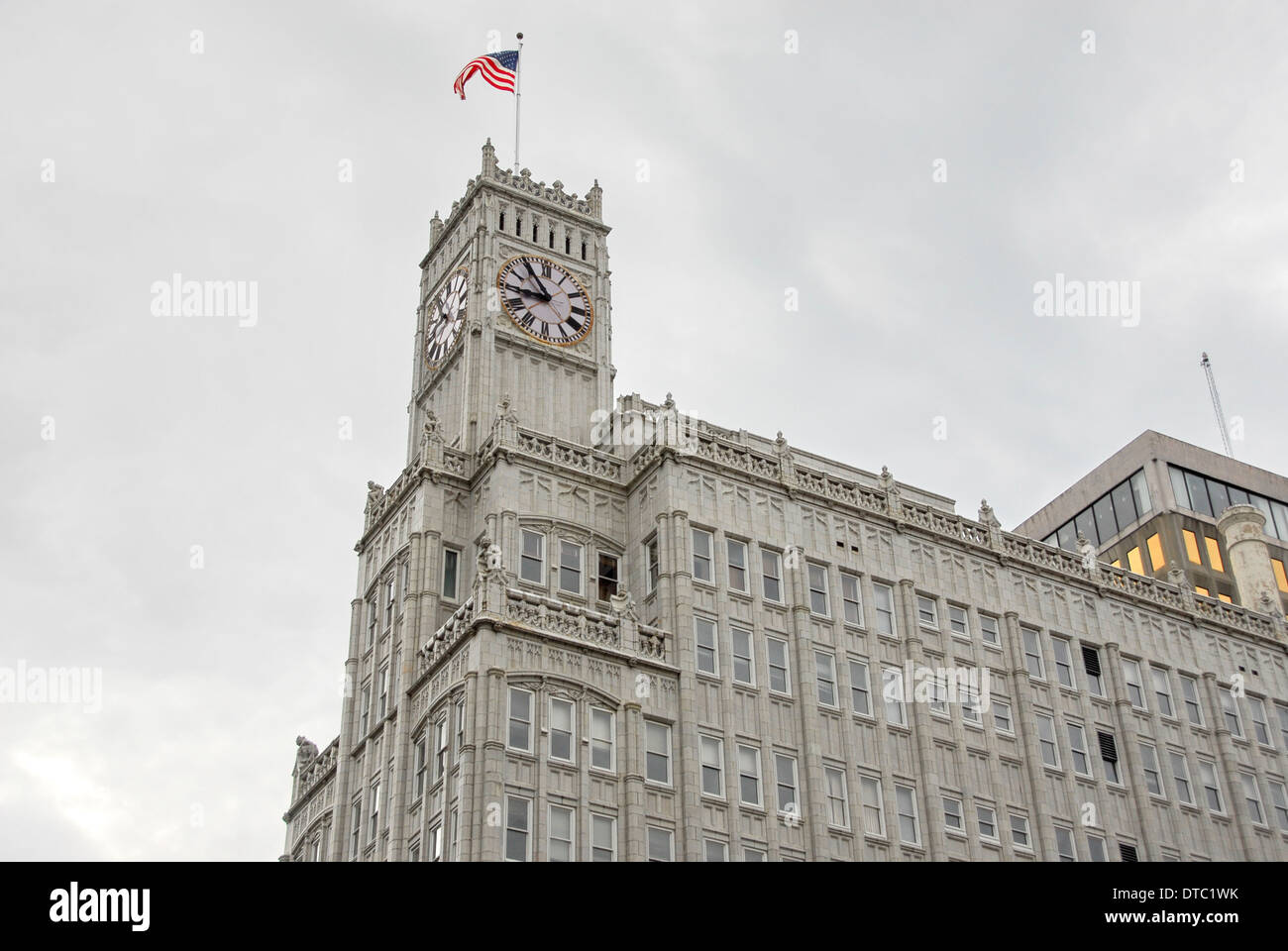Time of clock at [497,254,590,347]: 8:54
